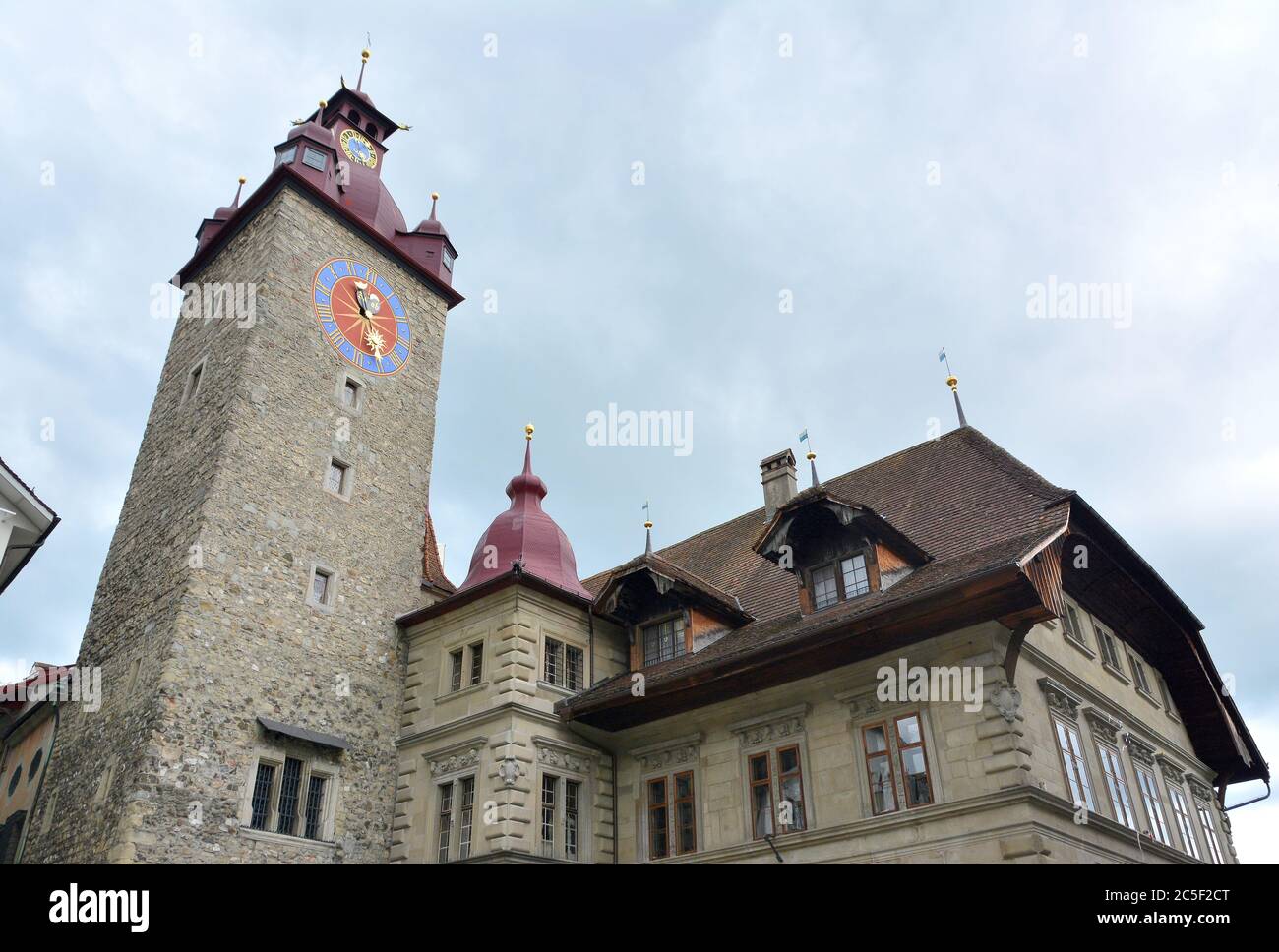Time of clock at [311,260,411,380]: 11:28
